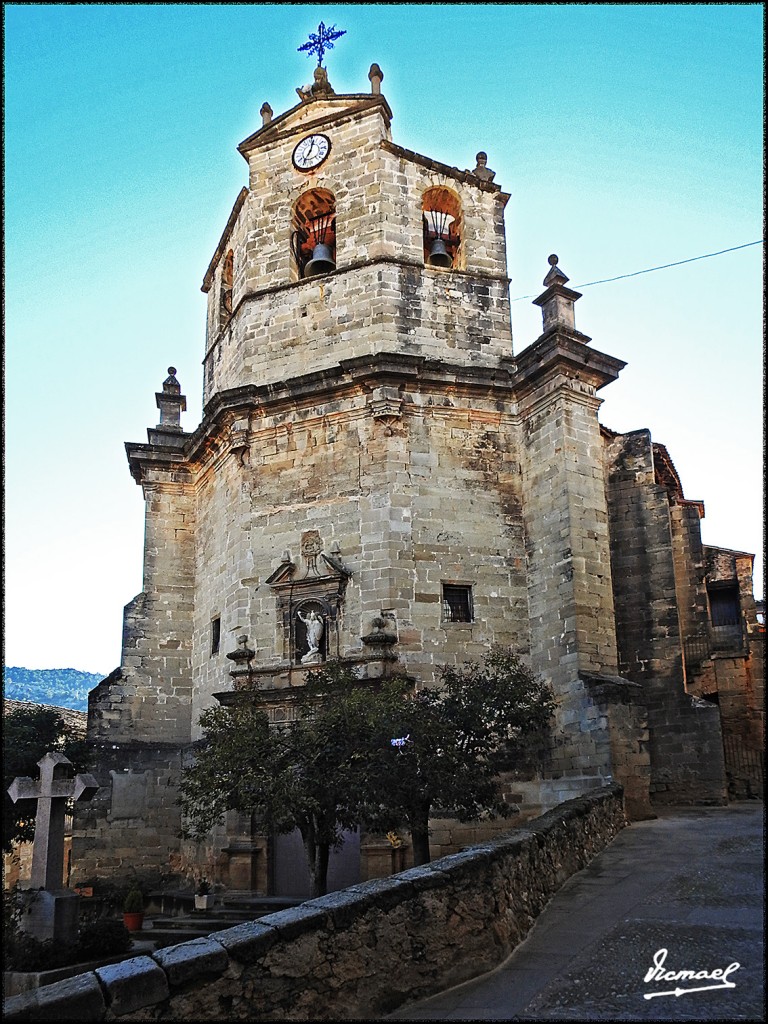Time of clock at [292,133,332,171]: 7:02
